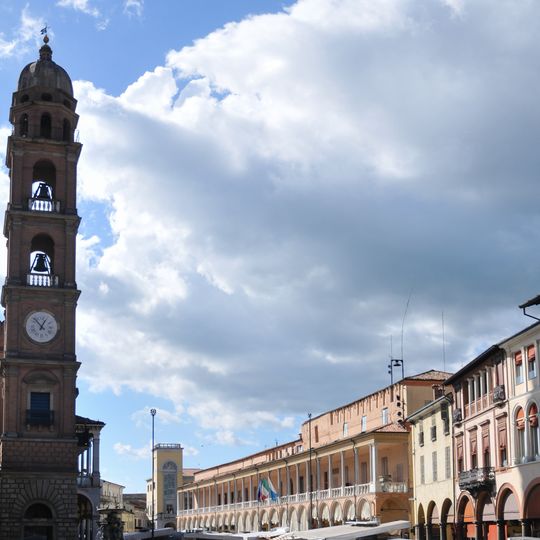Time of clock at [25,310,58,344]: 12:52
